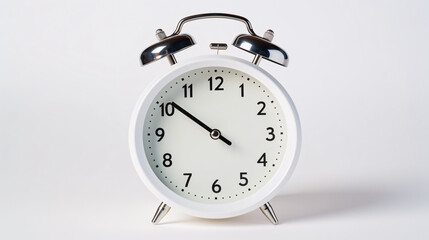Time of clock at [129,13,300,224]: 9:50
